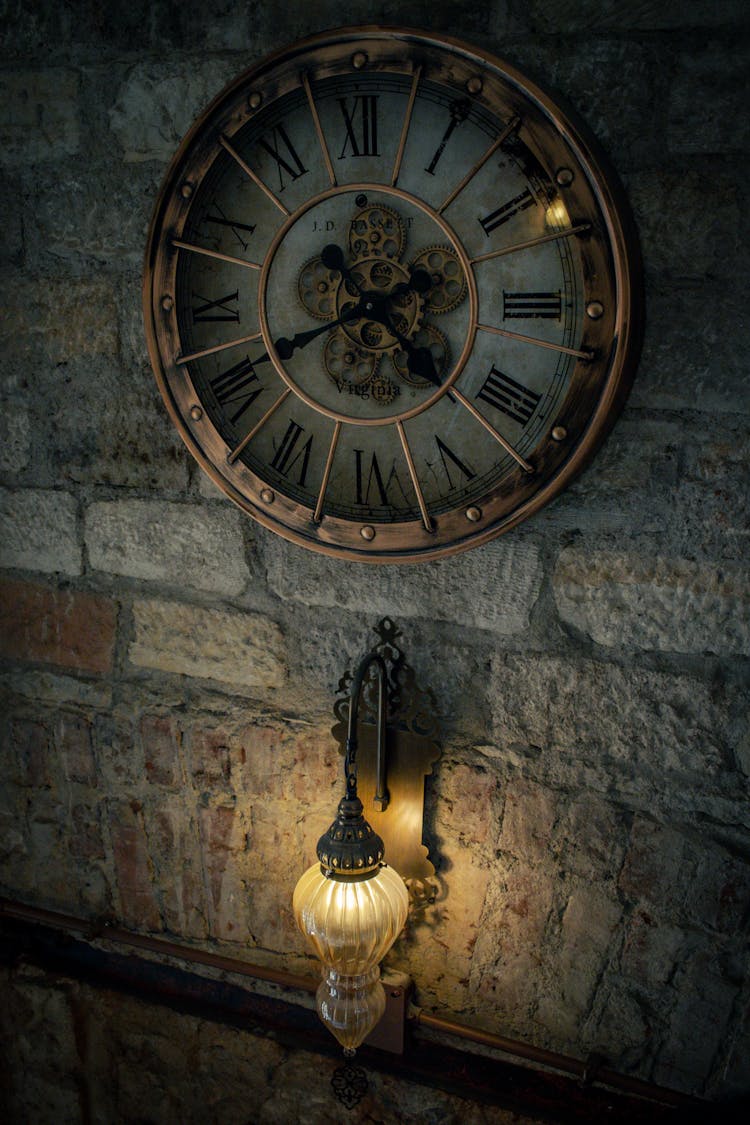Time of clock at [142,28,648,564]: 4:40
